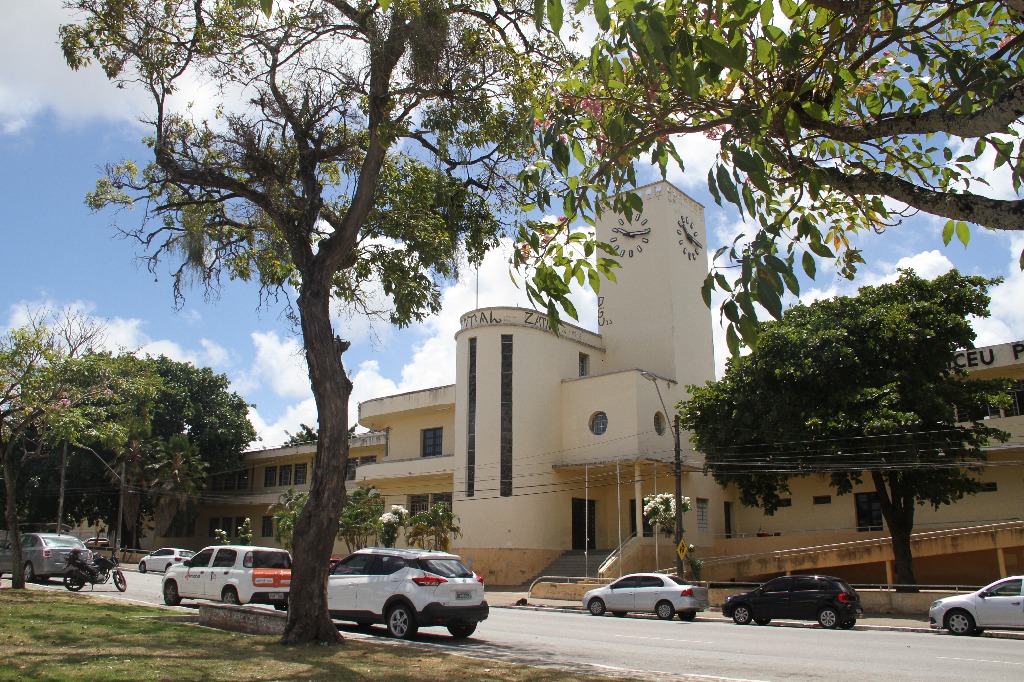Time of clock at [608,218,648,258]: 10:16
